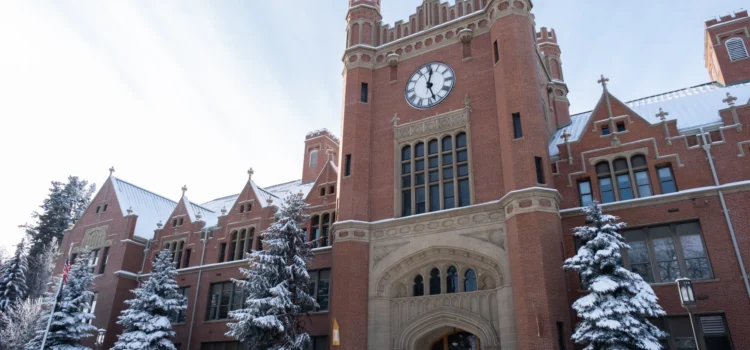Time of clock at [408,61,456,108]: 12:27
